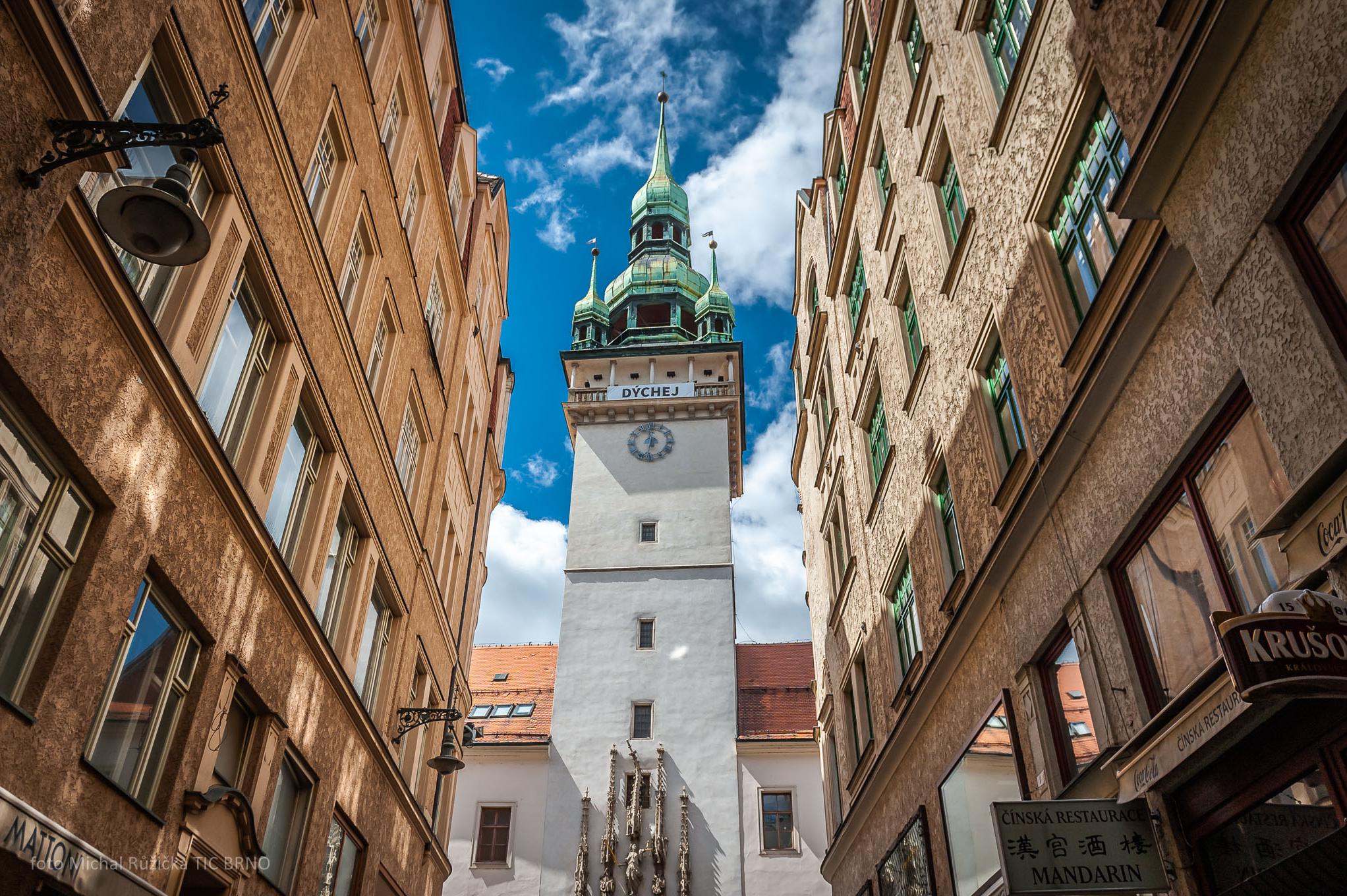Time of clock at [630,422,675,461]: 12:32
